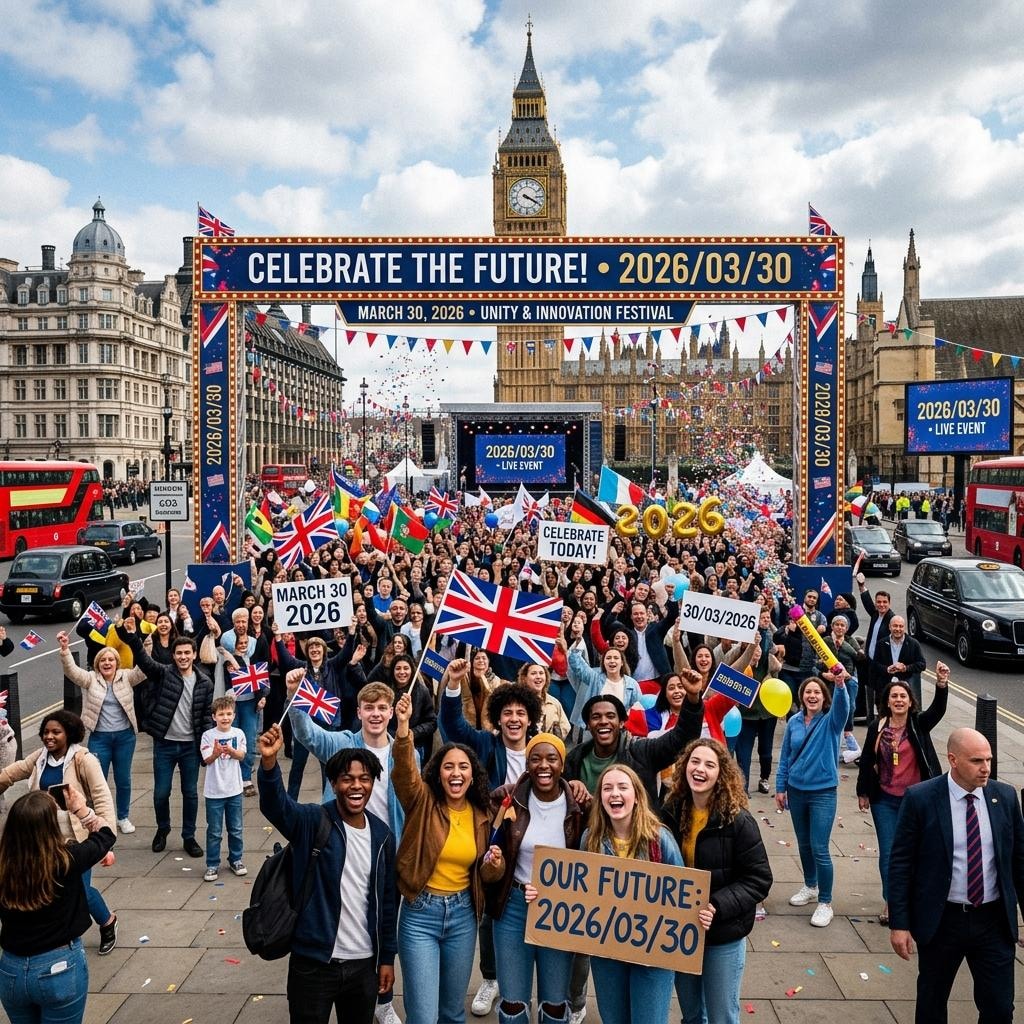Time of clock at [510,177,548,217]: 4:19
